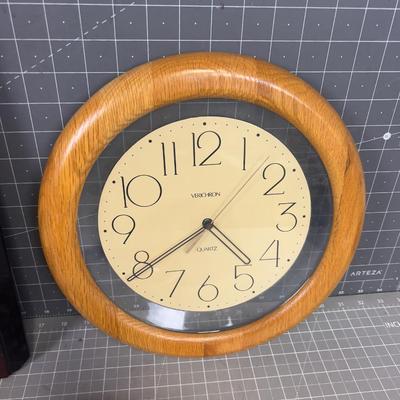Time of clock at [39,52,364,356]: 4:39
